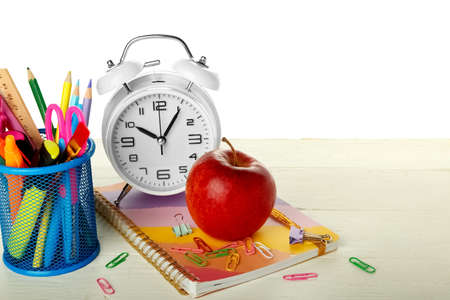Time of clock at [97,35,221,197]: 10:05
